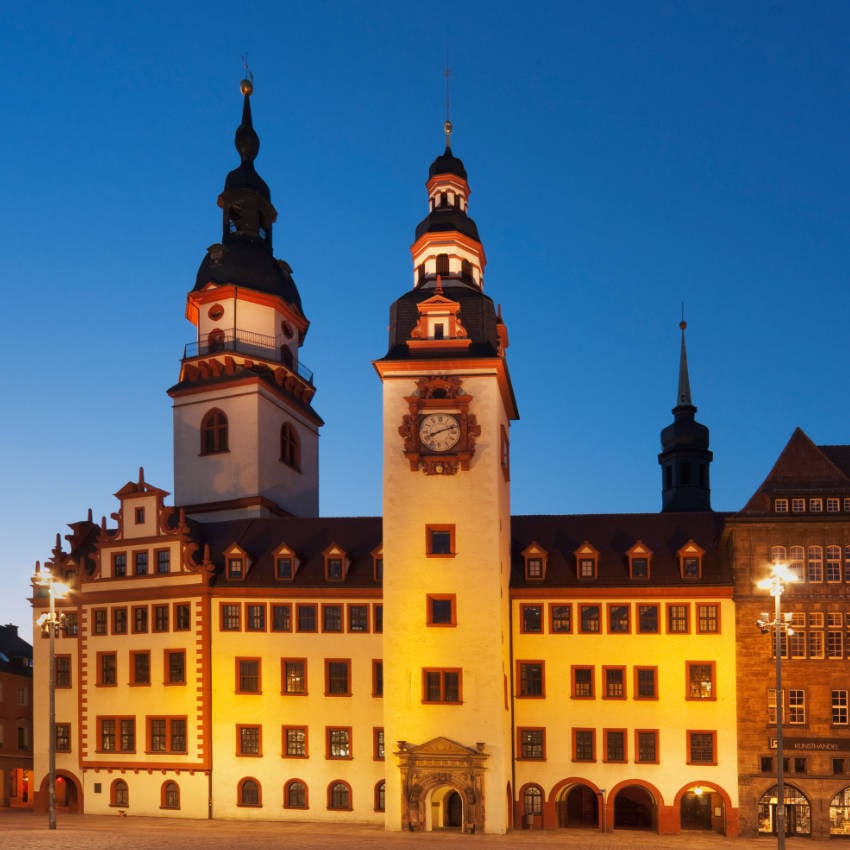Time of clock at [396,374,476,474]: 8:12
